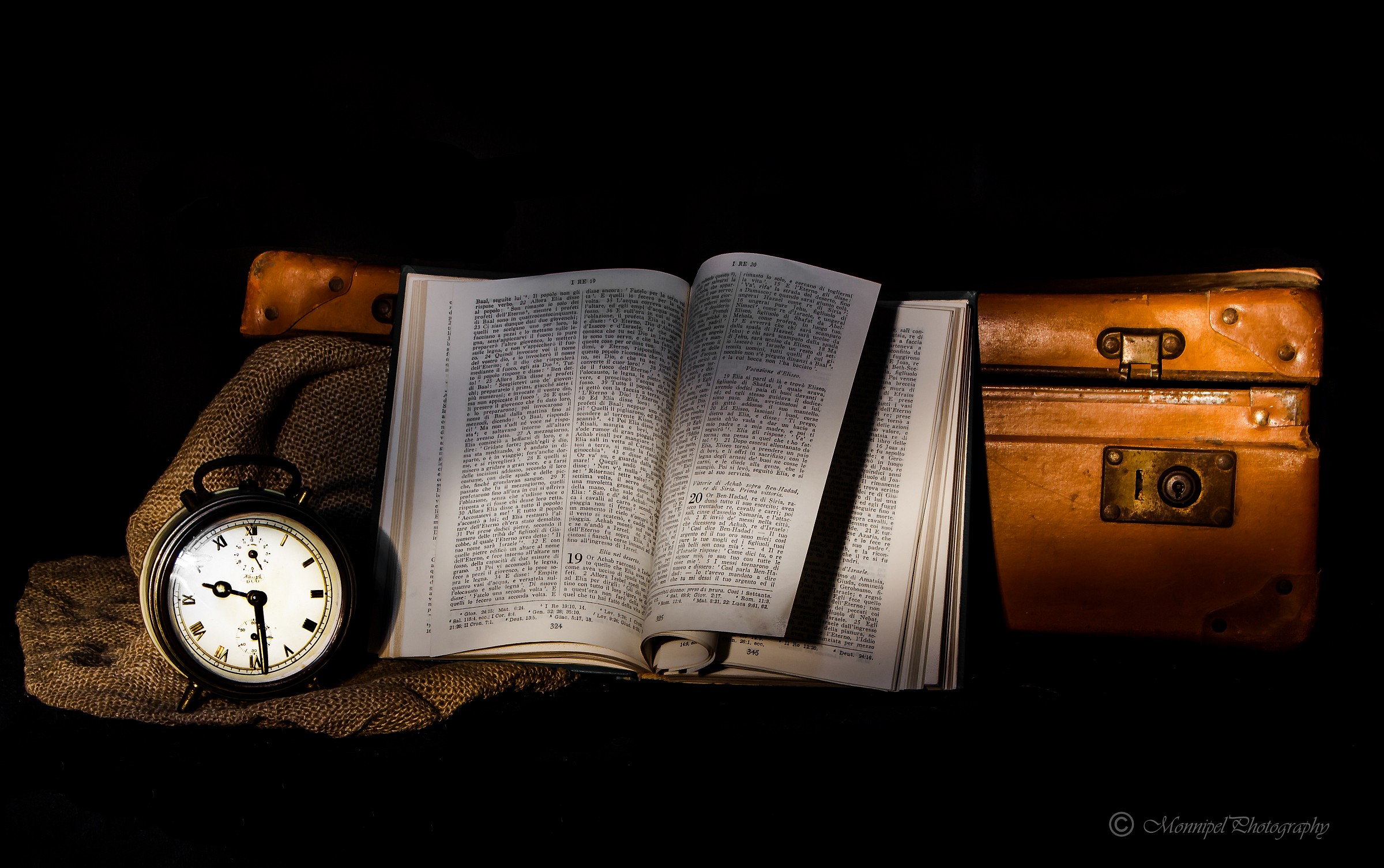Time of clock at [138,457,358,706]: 9:28
